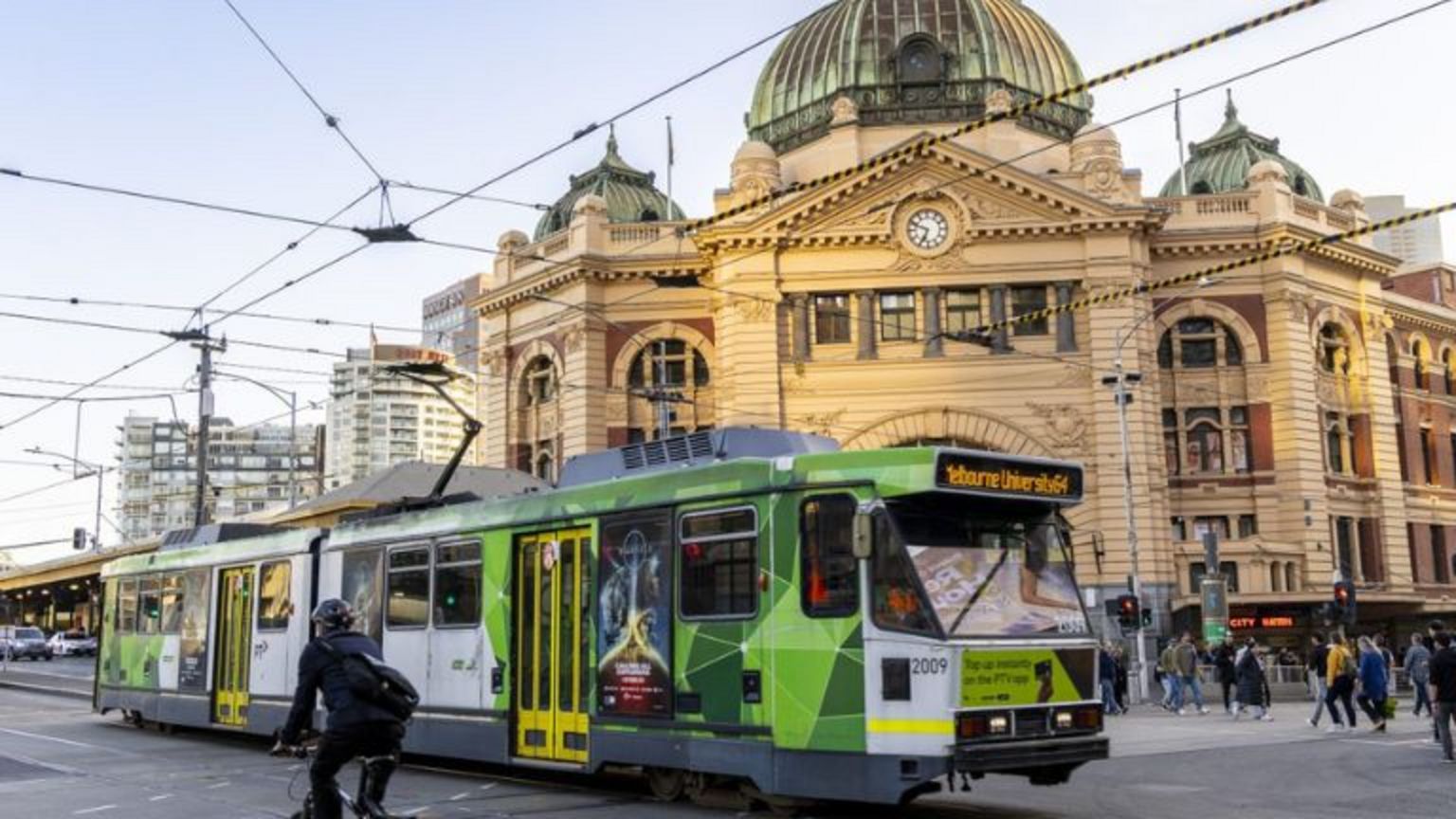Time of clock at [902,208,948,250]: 6:48
